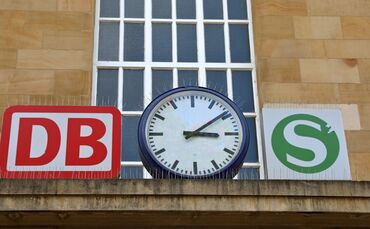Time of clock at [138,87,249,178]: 3:09
